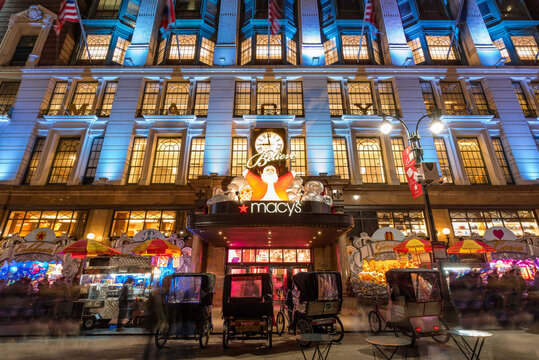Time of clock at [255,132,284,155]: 8:58
